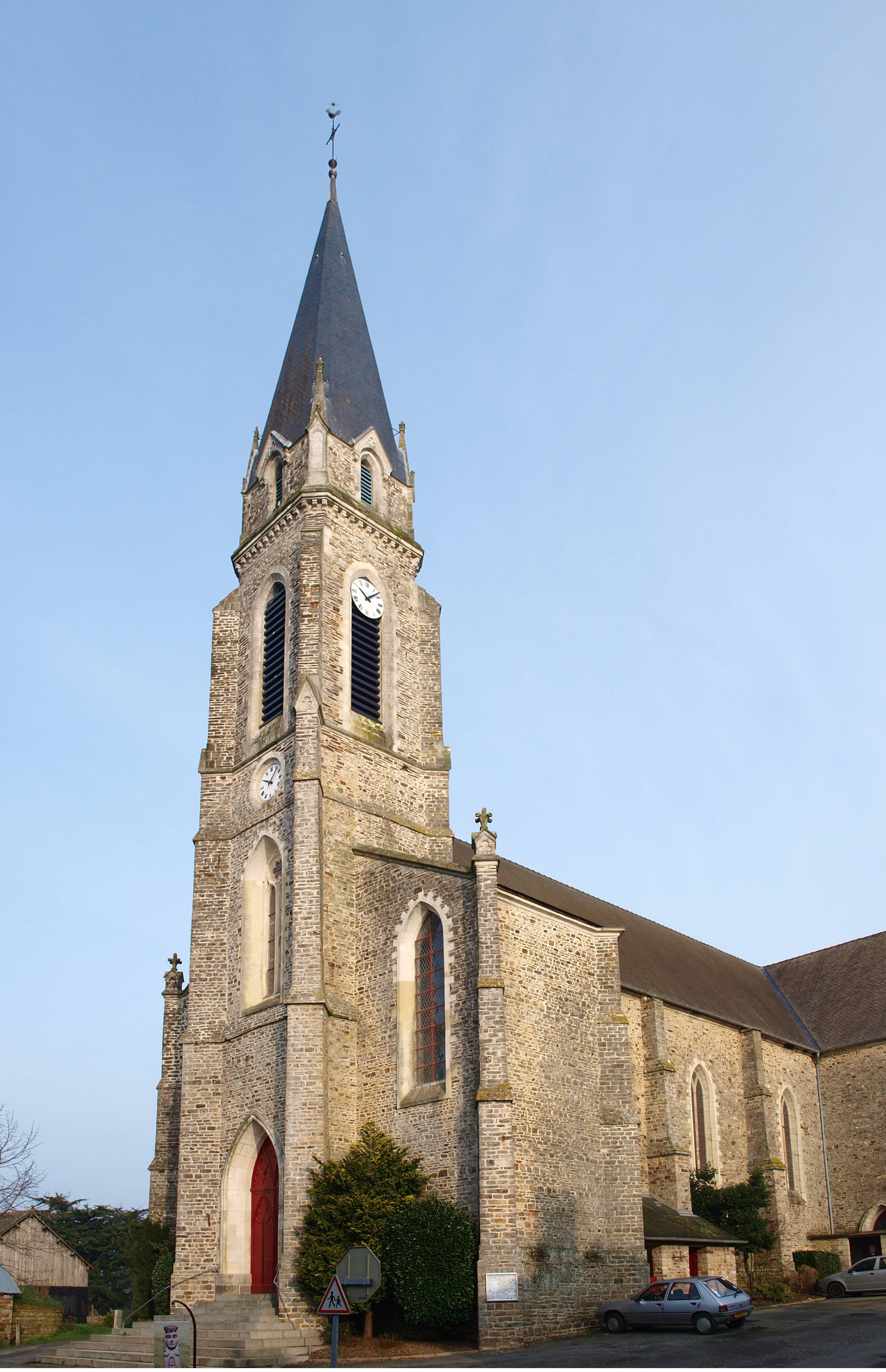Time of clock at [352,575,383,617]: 10:07
